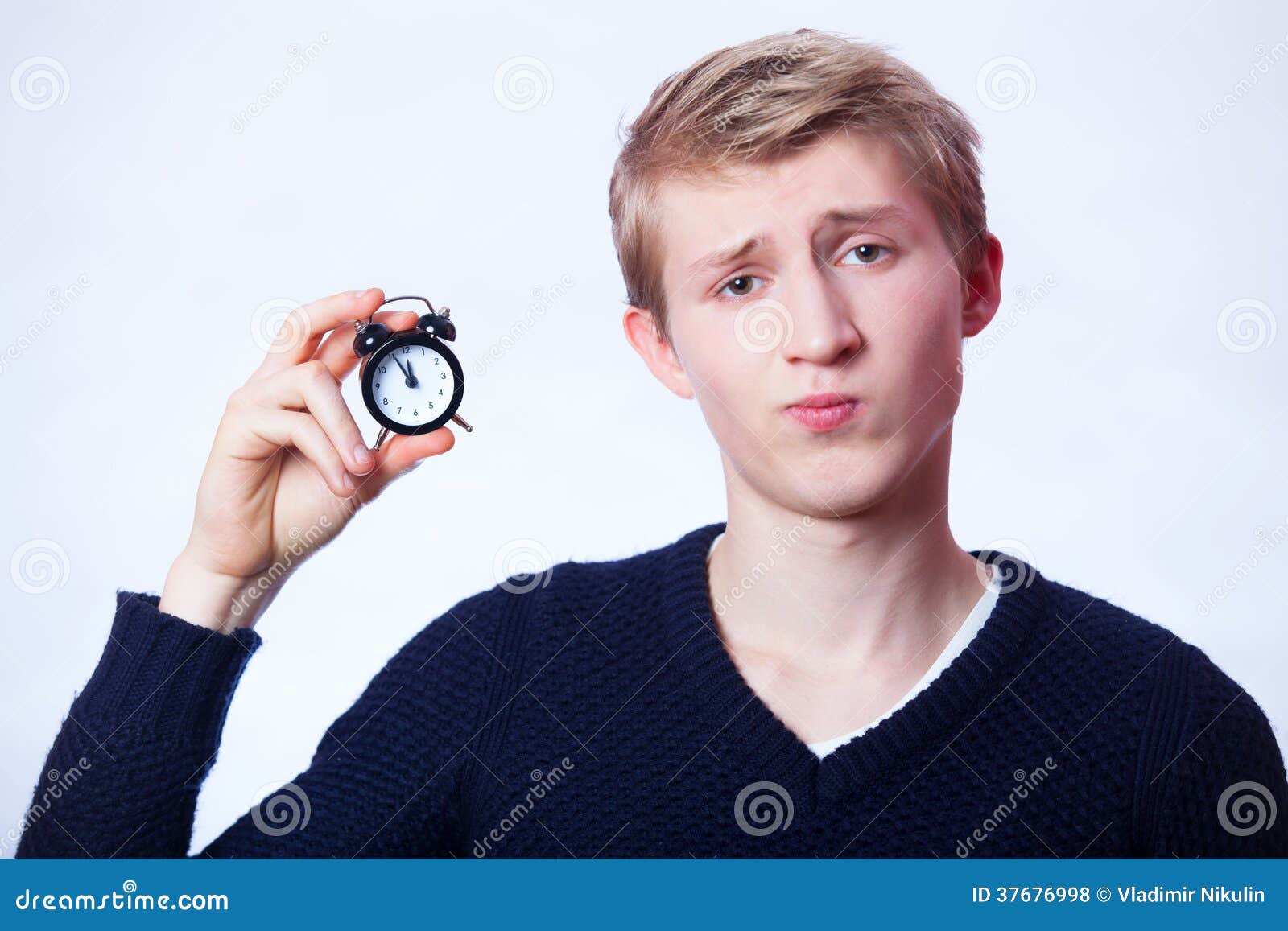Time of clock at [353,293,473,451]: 11:55
